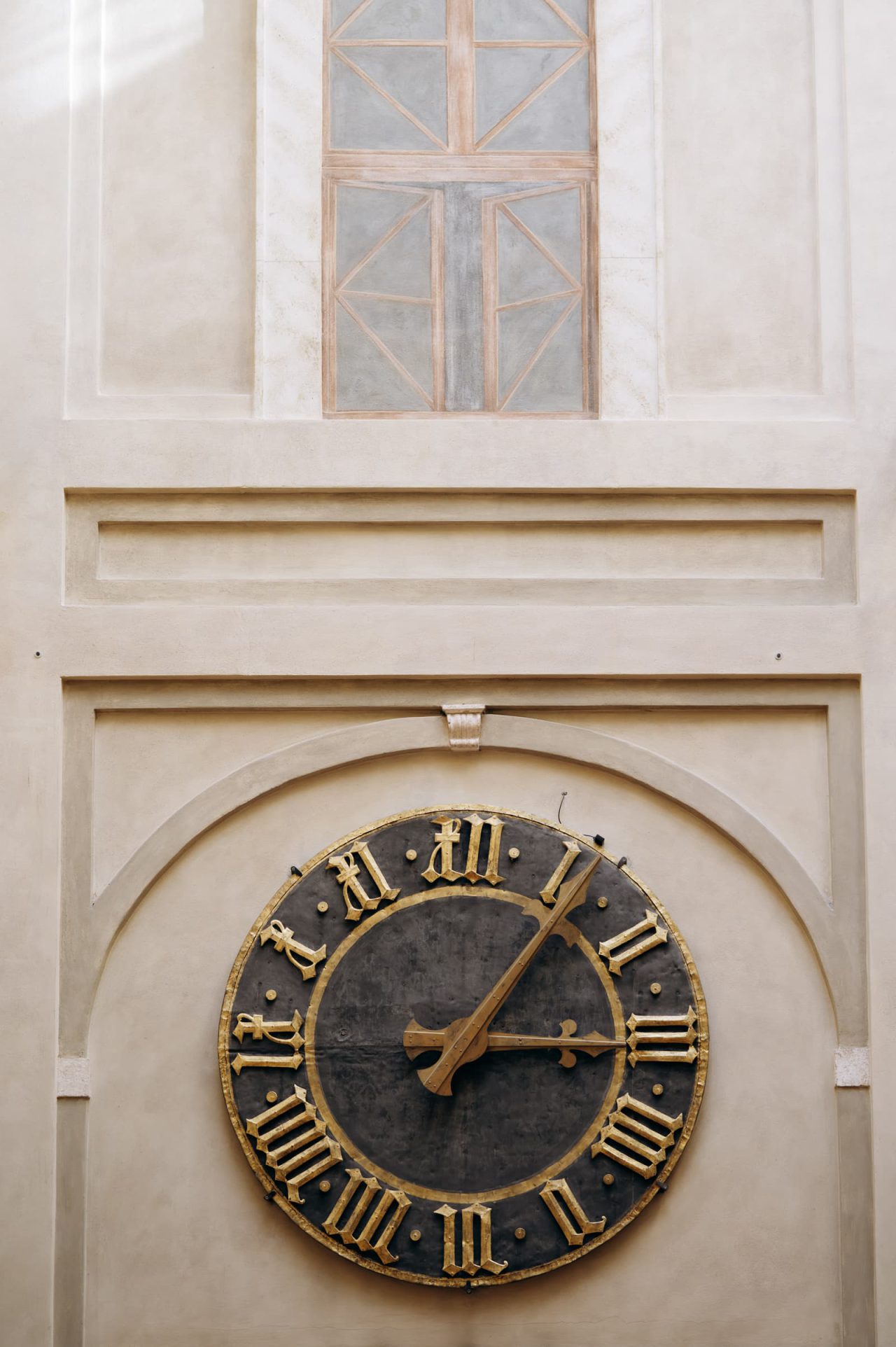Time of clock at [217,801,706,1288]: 3:06
